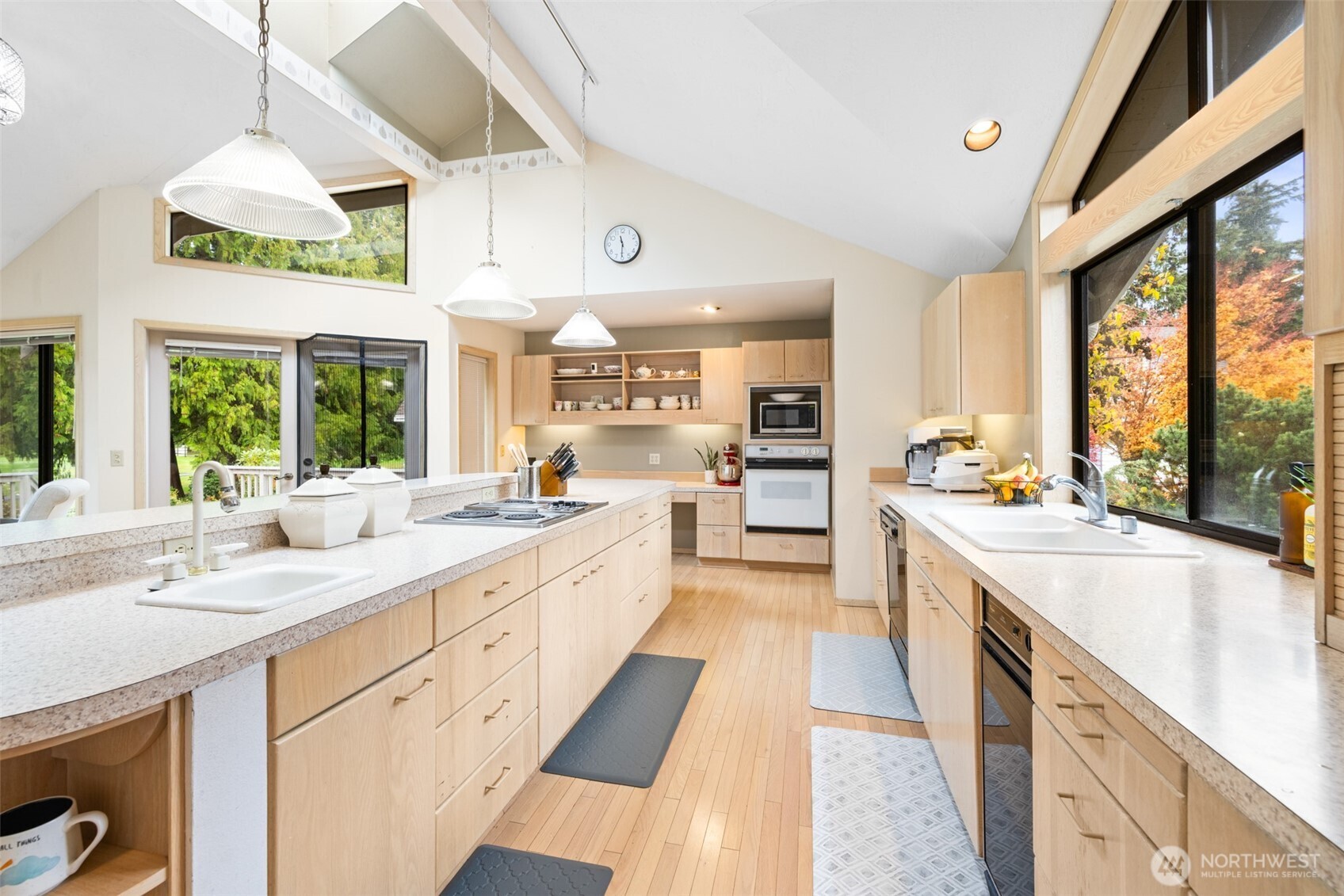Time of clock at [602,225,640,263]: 11:30
